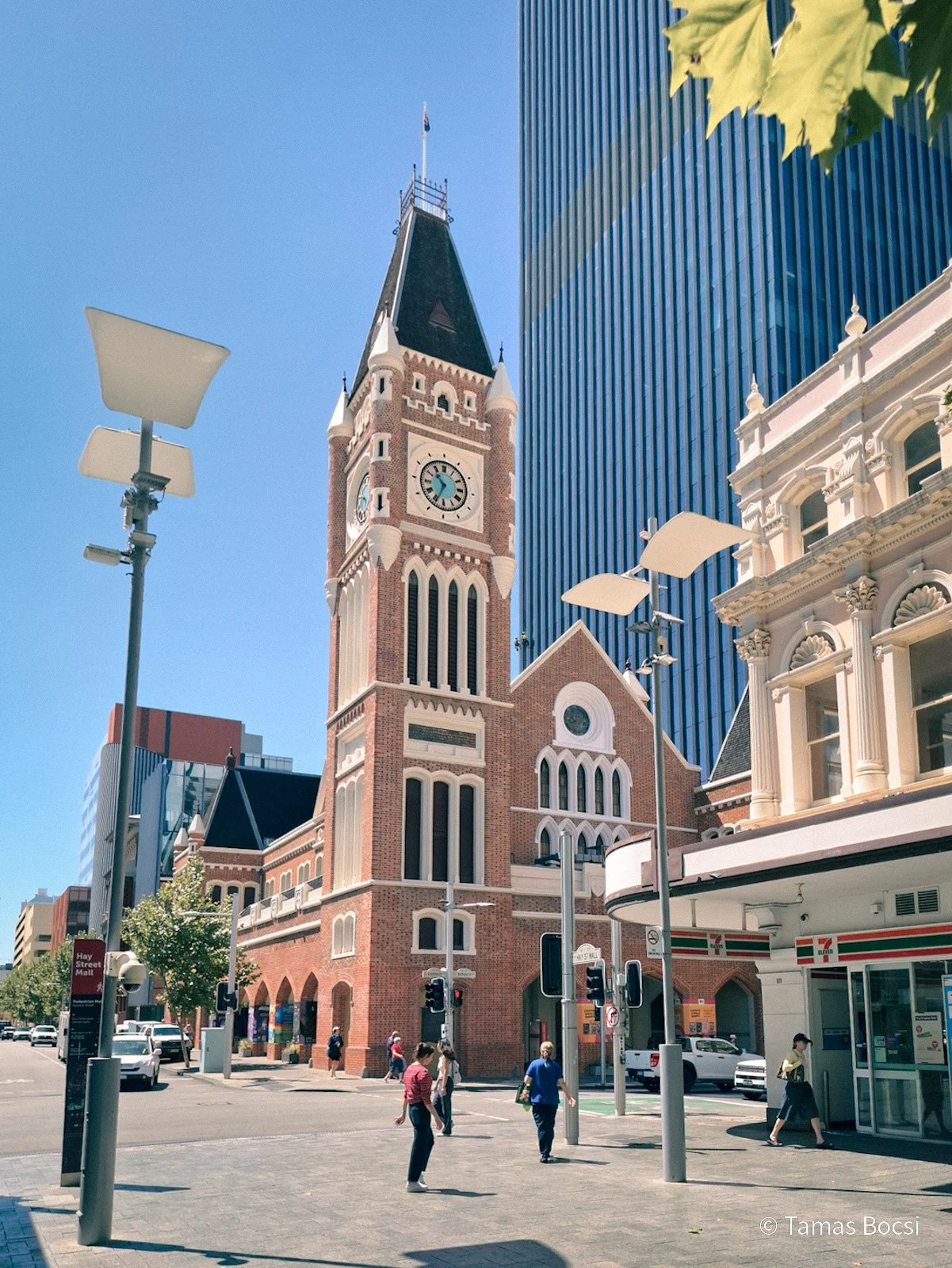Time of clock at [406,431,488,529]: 10:34
